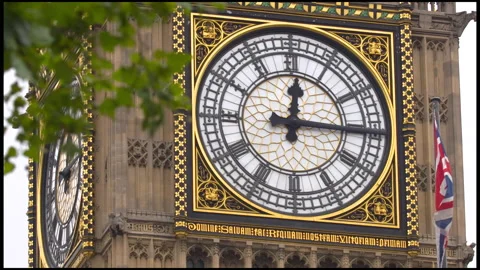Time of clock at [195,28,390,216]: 12:15
